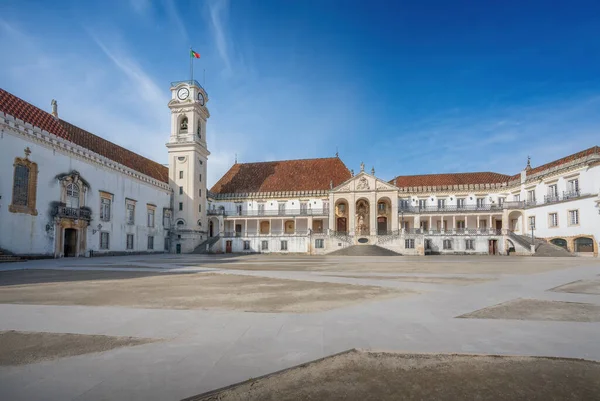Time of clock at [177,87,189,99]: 2:38
